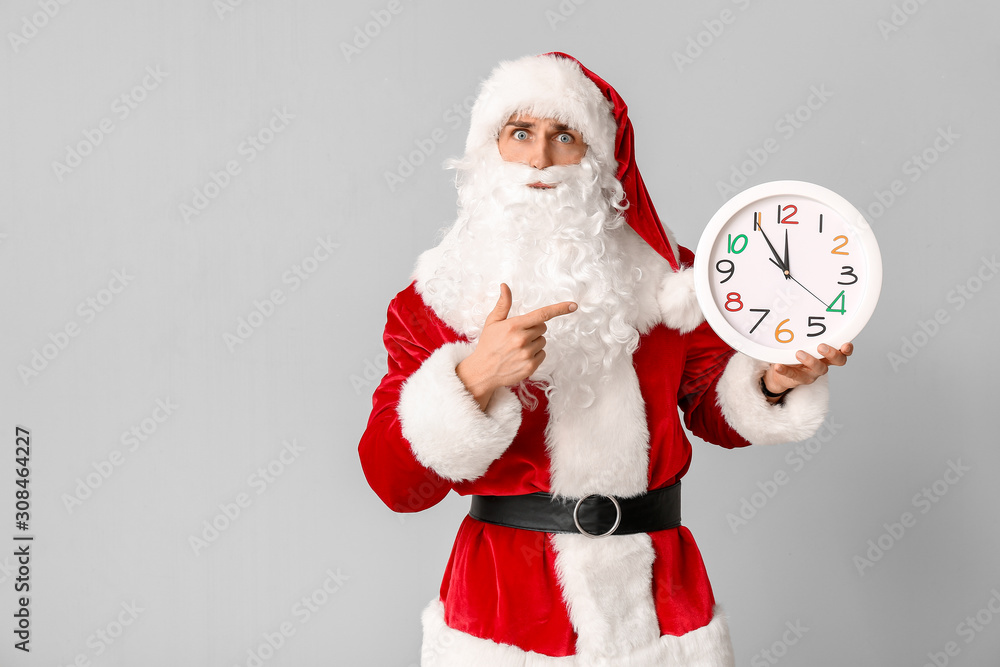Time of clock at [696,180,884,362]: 11:54
